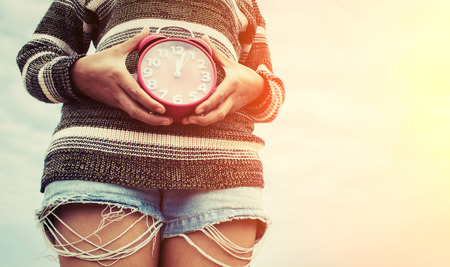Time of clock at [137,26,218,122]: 12:02
